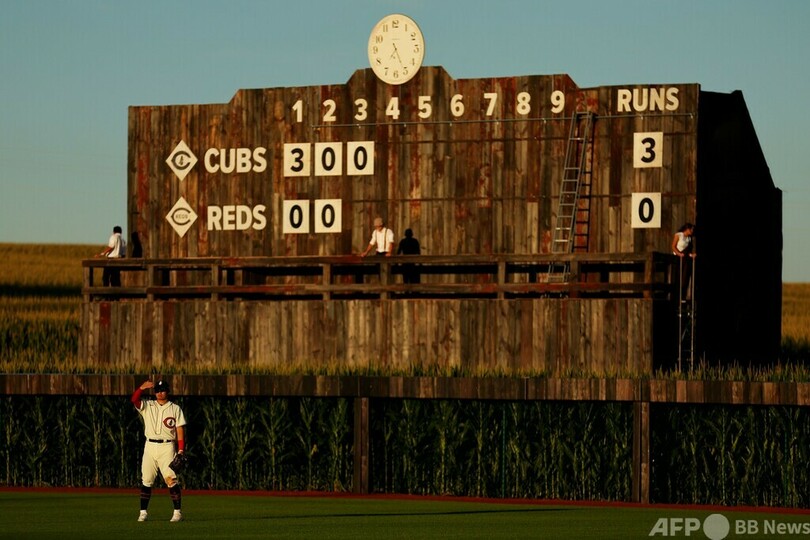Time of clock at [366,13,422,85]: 7:25
